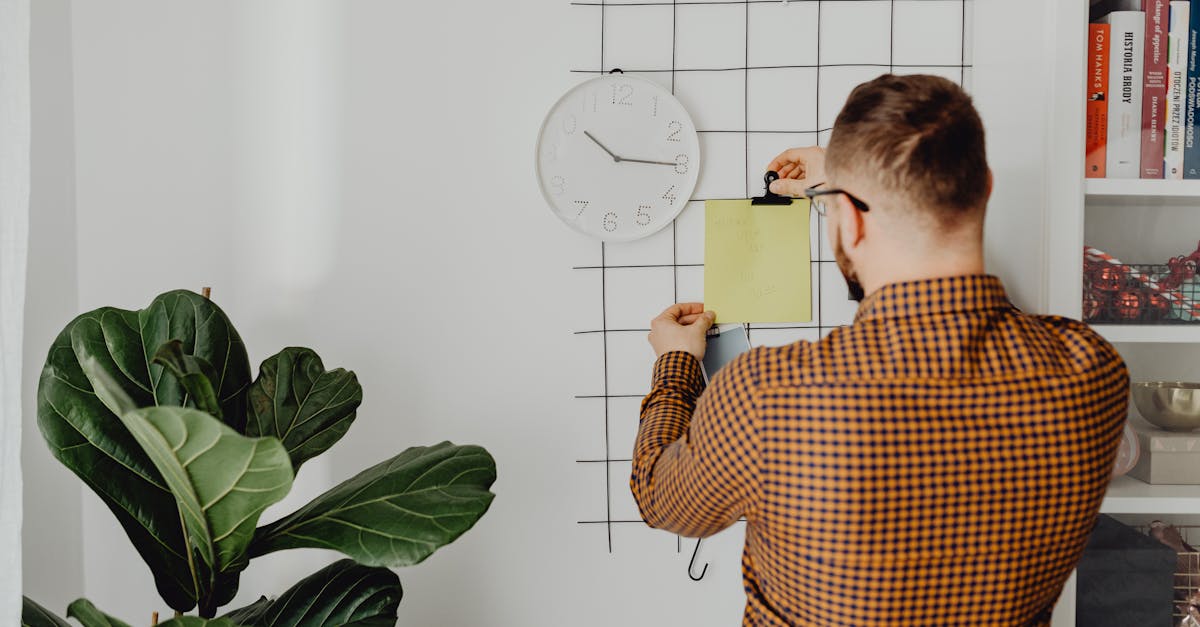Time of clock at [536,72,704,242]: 10:15
